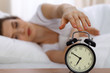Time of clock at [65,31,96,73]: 6:50
